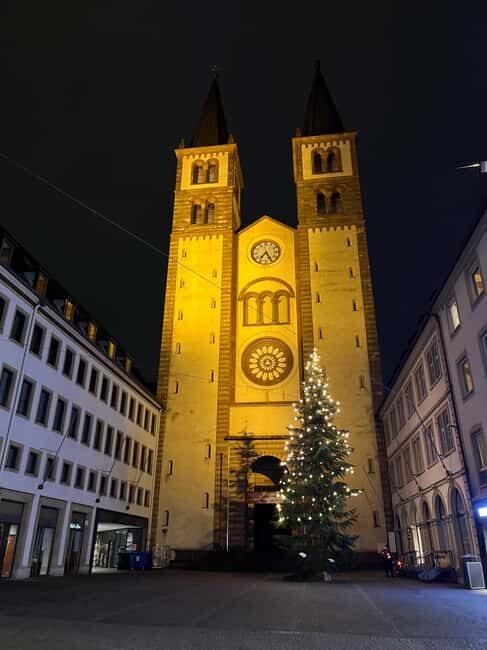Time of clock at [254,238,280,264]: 7:25
